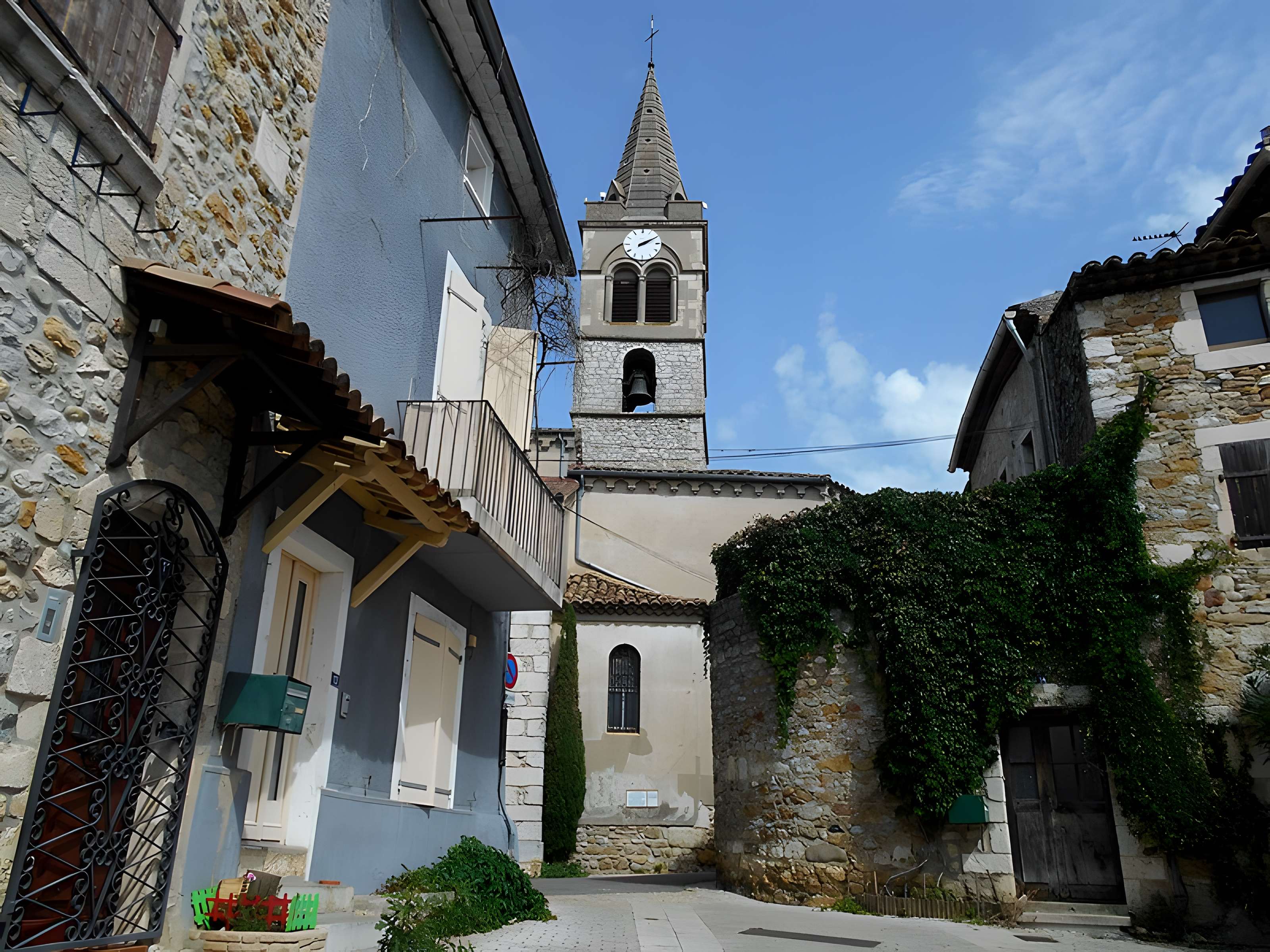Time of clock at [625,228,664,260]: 2:10
